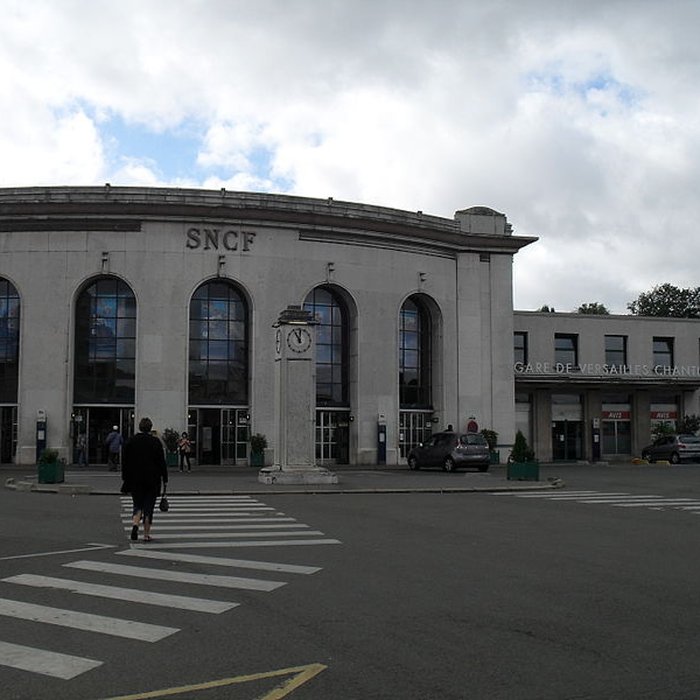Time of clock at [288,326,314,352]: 11:01
